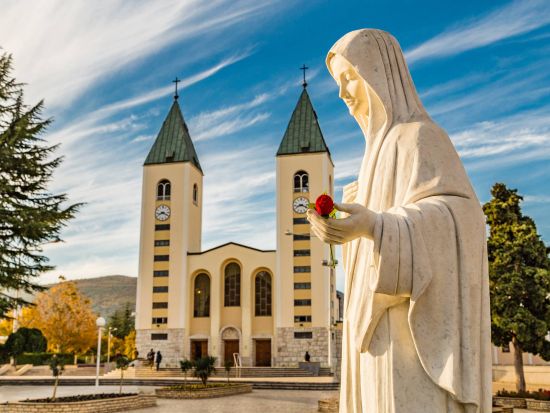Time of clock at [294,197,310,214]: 8:18
